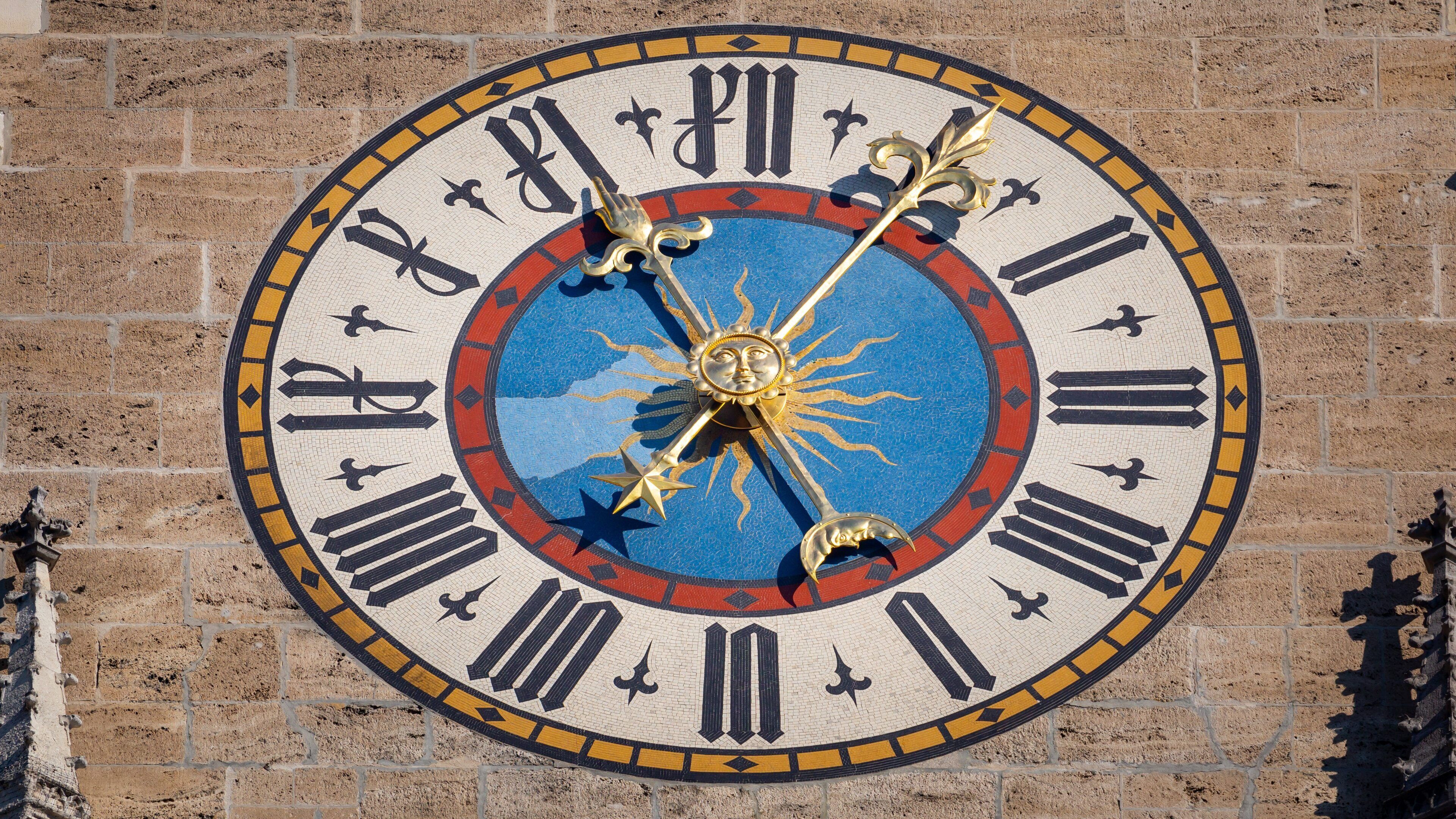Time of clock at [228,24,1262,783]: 7:25
